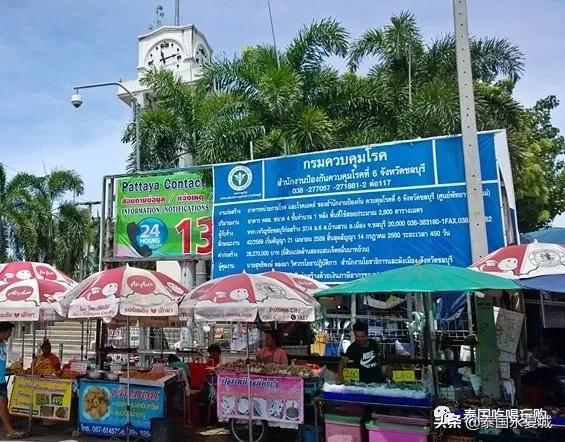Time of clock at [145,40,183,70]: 11:12
